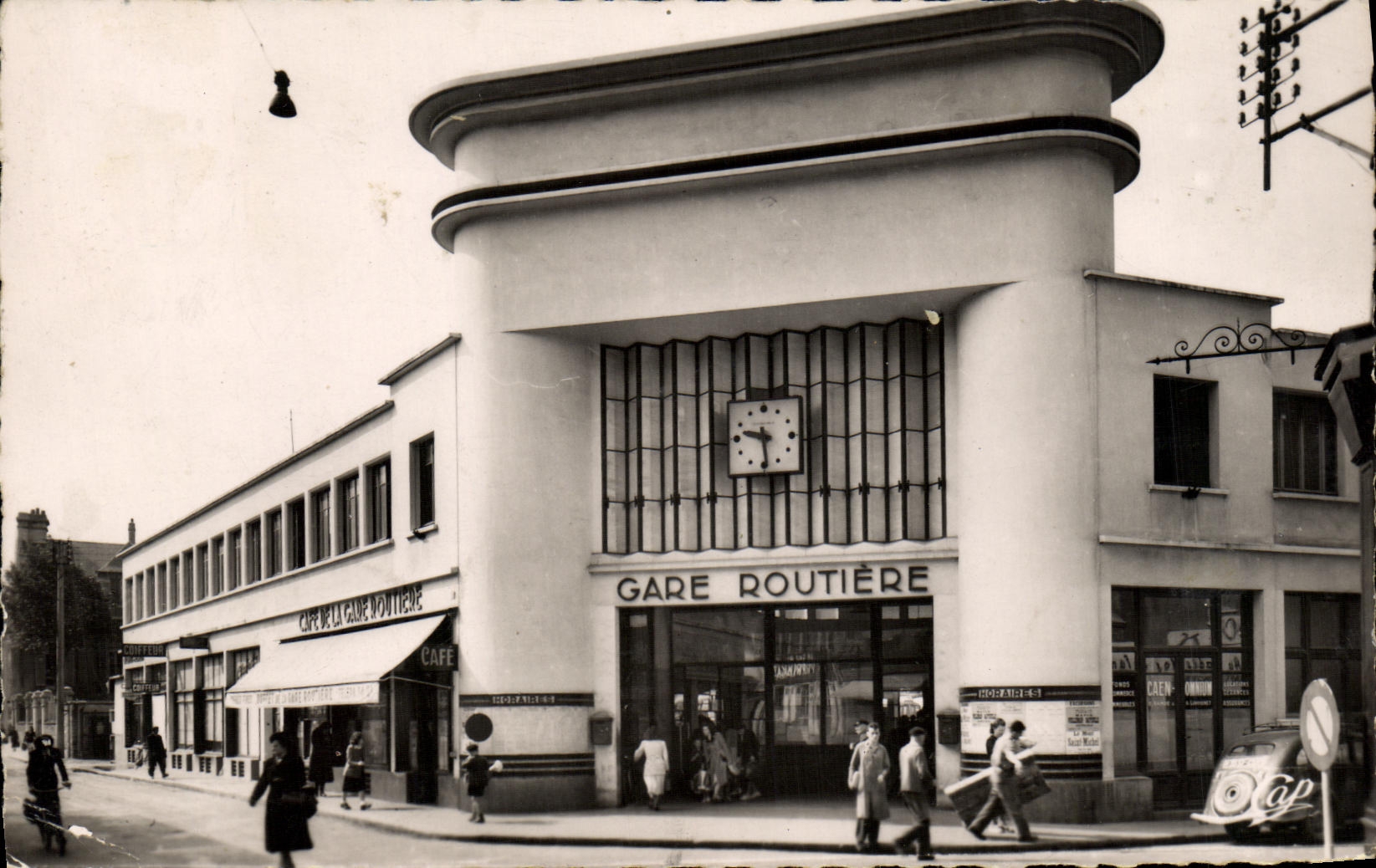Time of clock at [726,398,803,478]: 9:29
